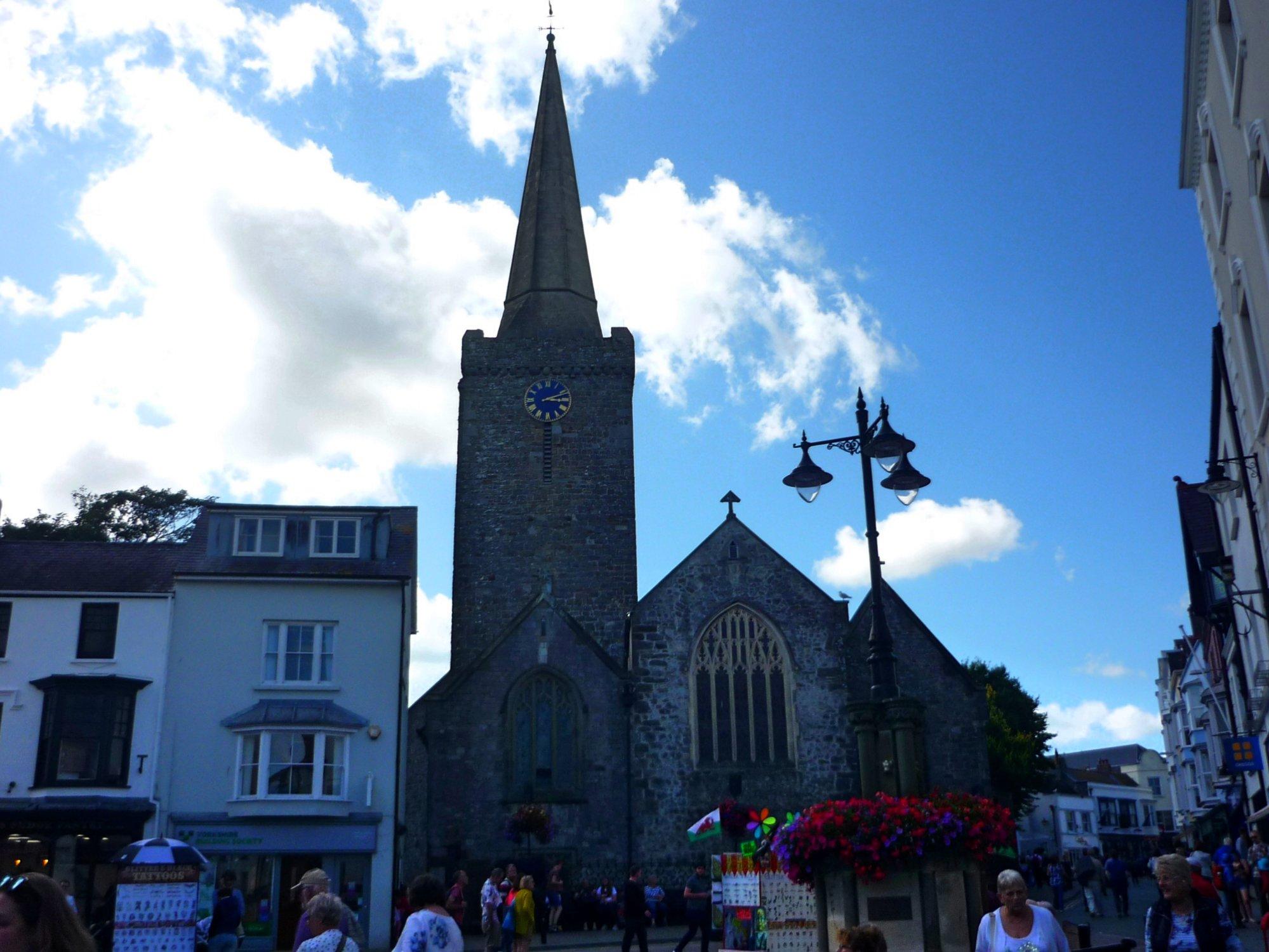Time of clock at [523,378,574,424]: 3:11
